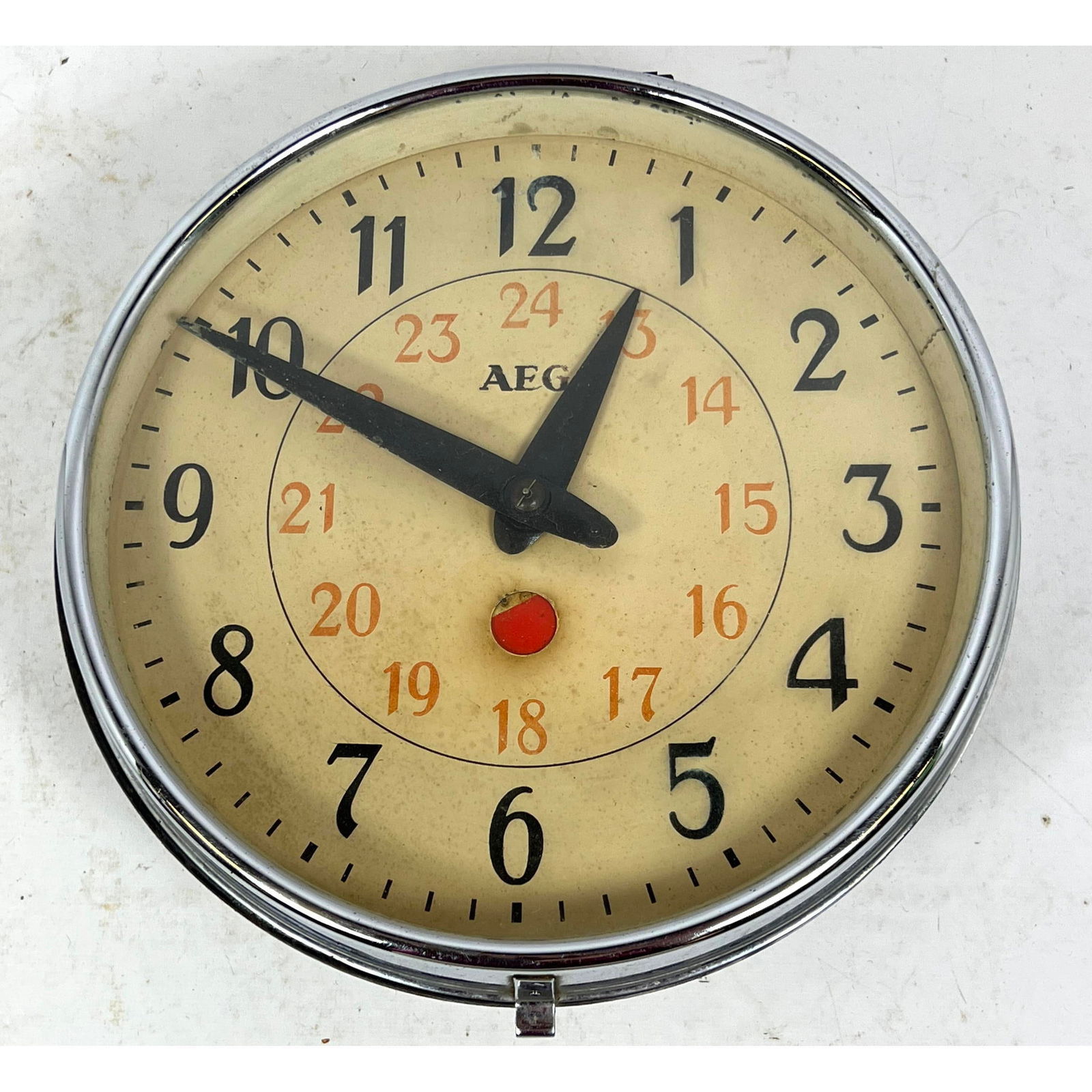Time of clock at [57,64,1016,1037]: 12:49
